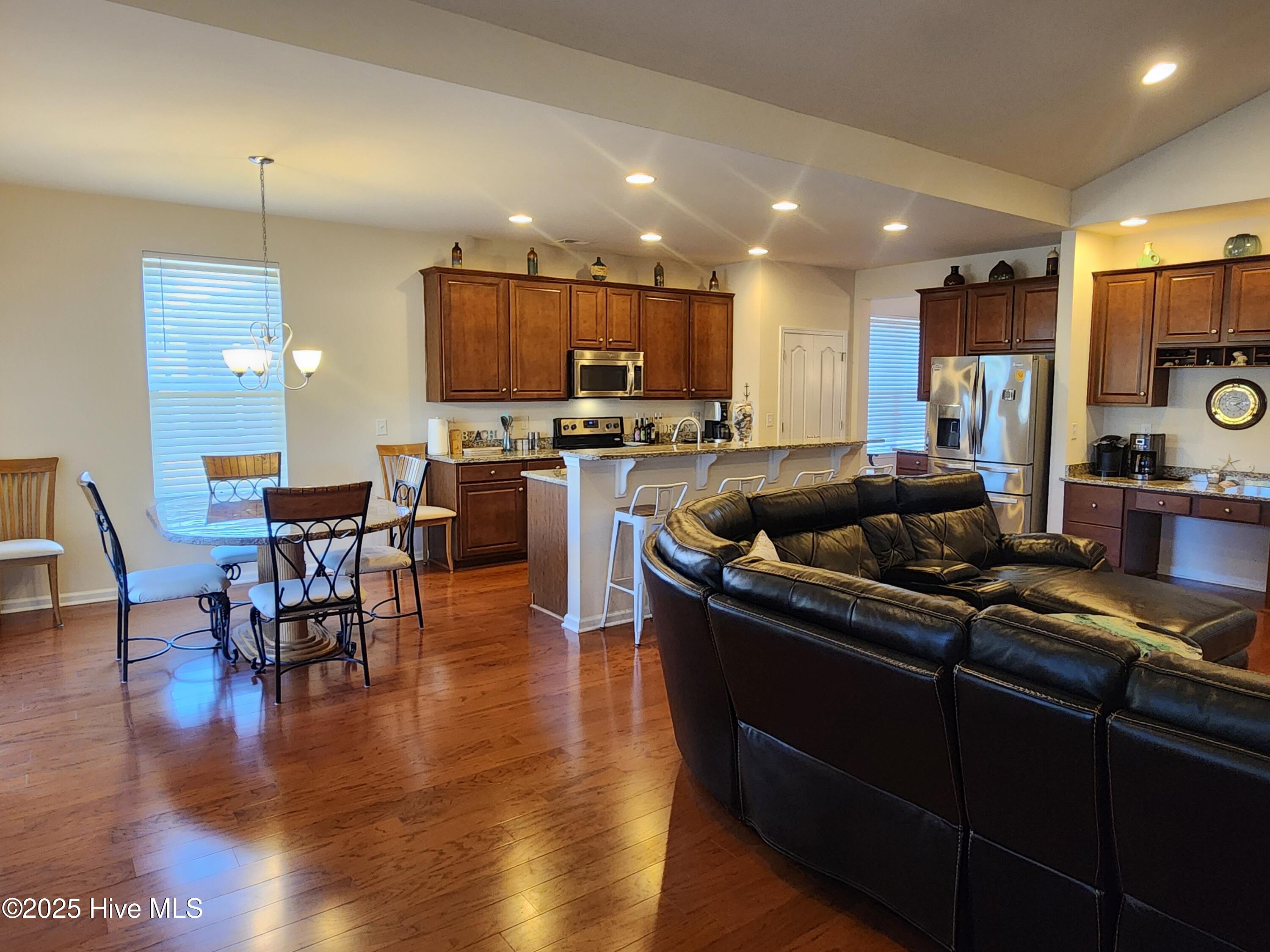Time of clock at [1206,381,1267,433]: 2:21
